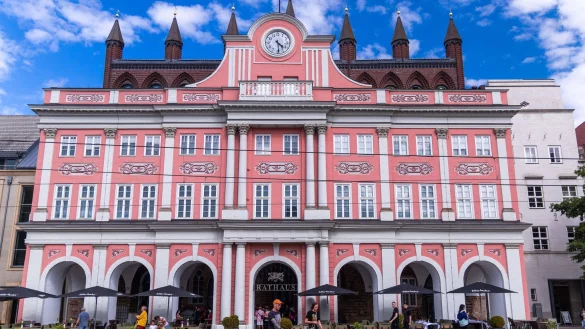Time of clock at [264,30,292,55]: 4:29
